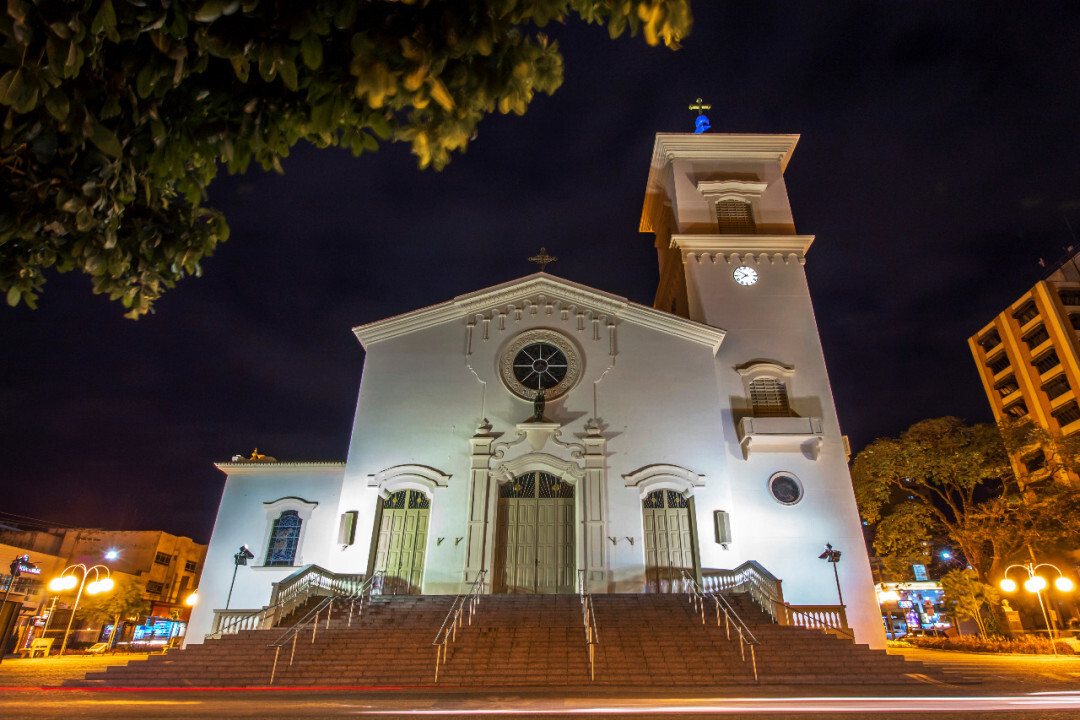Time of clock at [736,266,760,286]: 7:51
